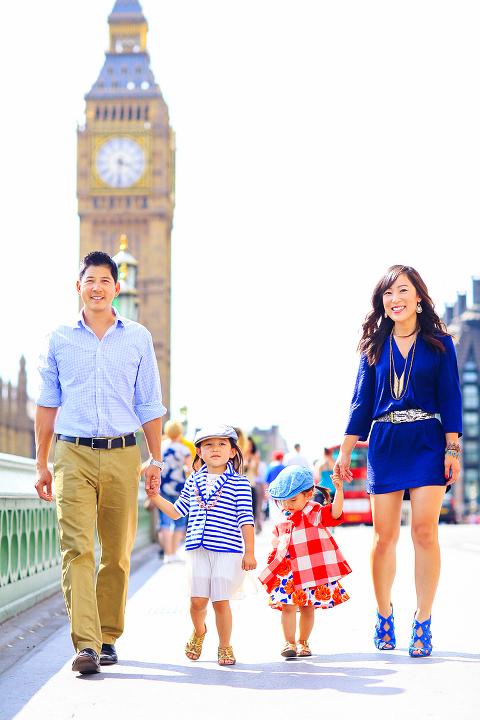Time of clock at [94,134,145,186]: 3:31
